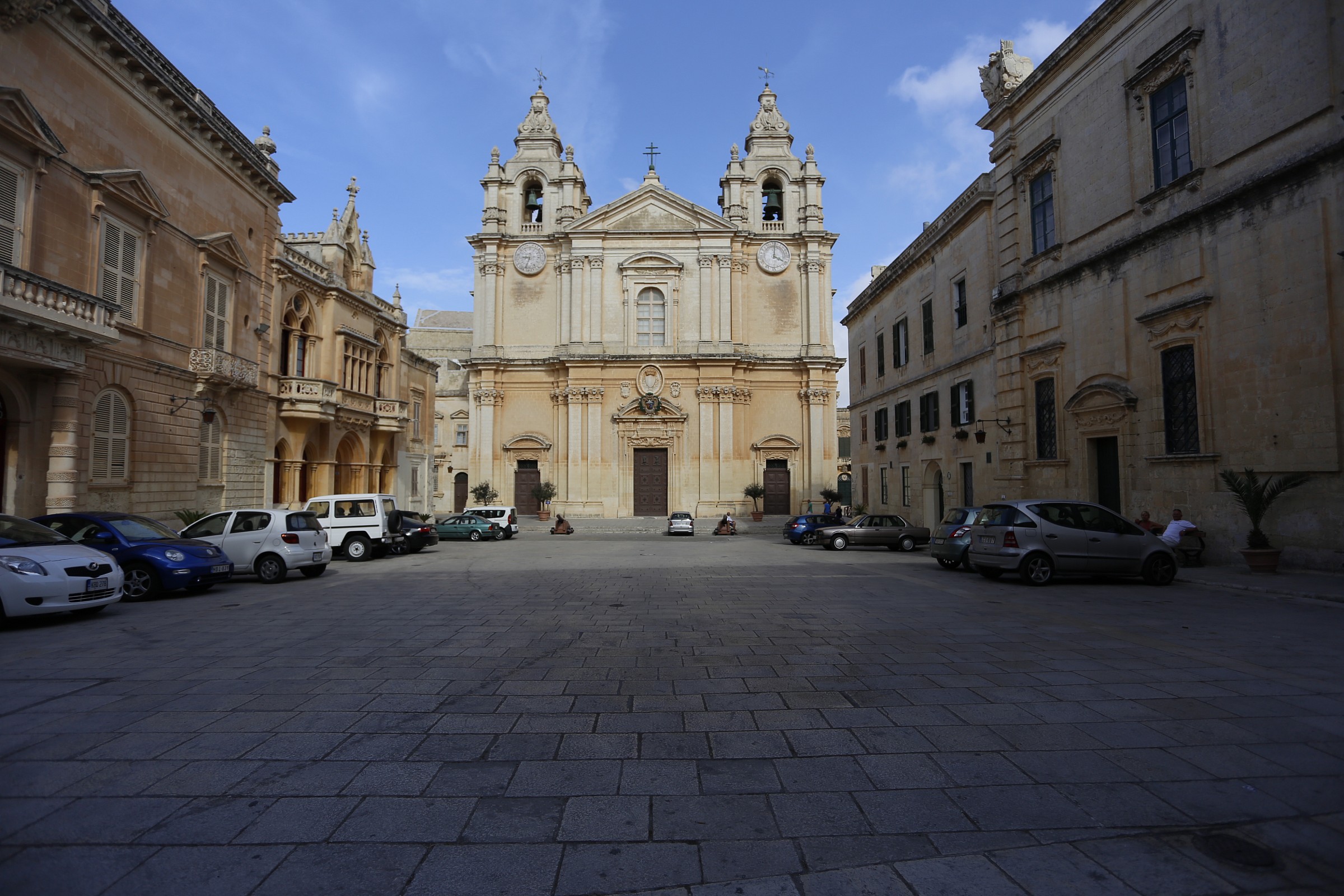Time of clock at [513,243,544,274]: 8:33
